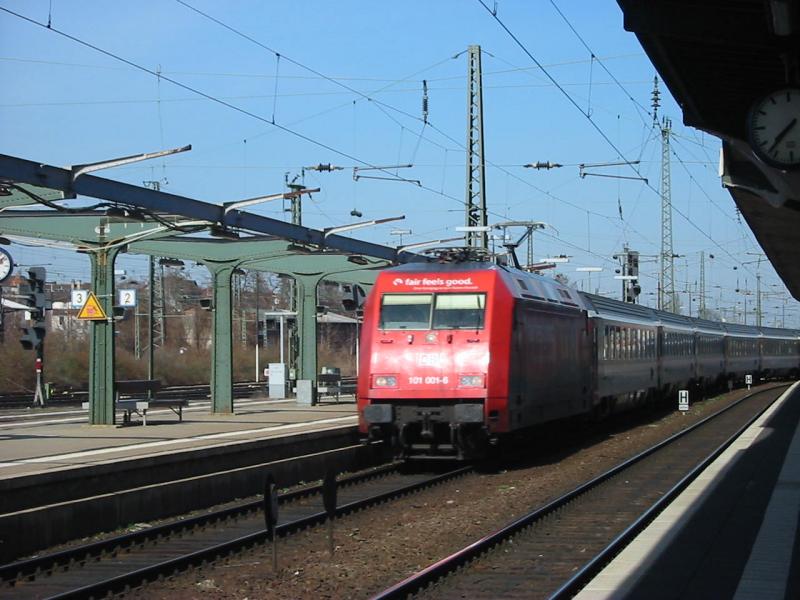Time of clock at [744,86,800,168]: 7:37
